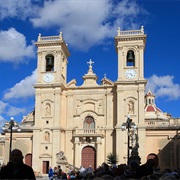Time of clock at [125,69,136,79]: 4:46
